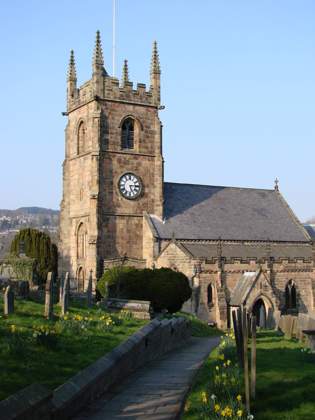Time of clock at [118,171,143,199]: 5:14
